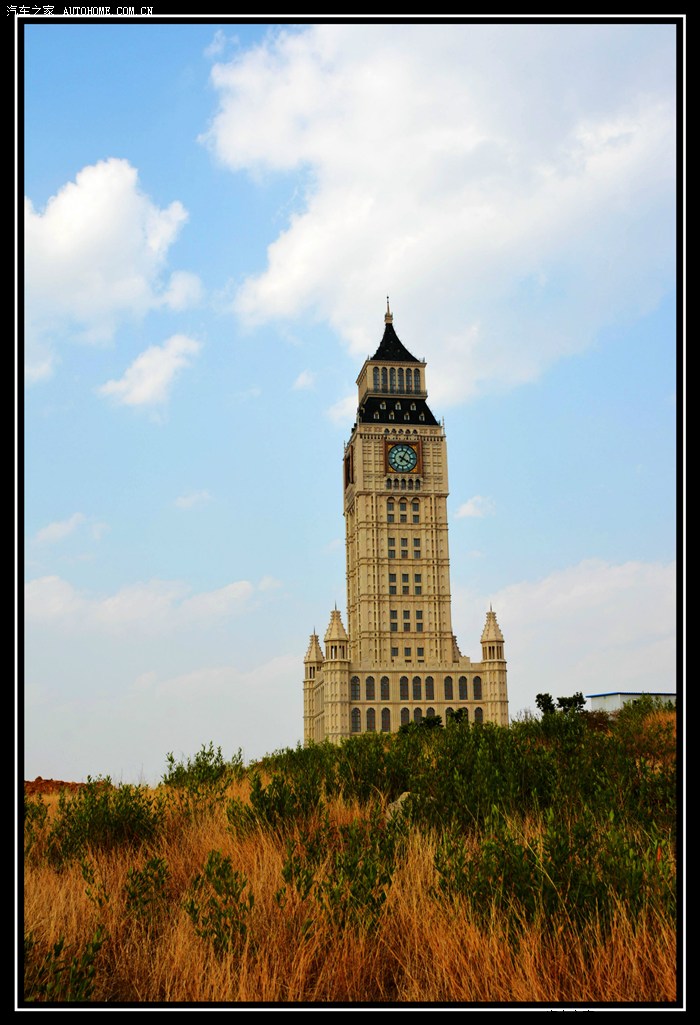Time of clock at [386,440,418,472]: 4:04
